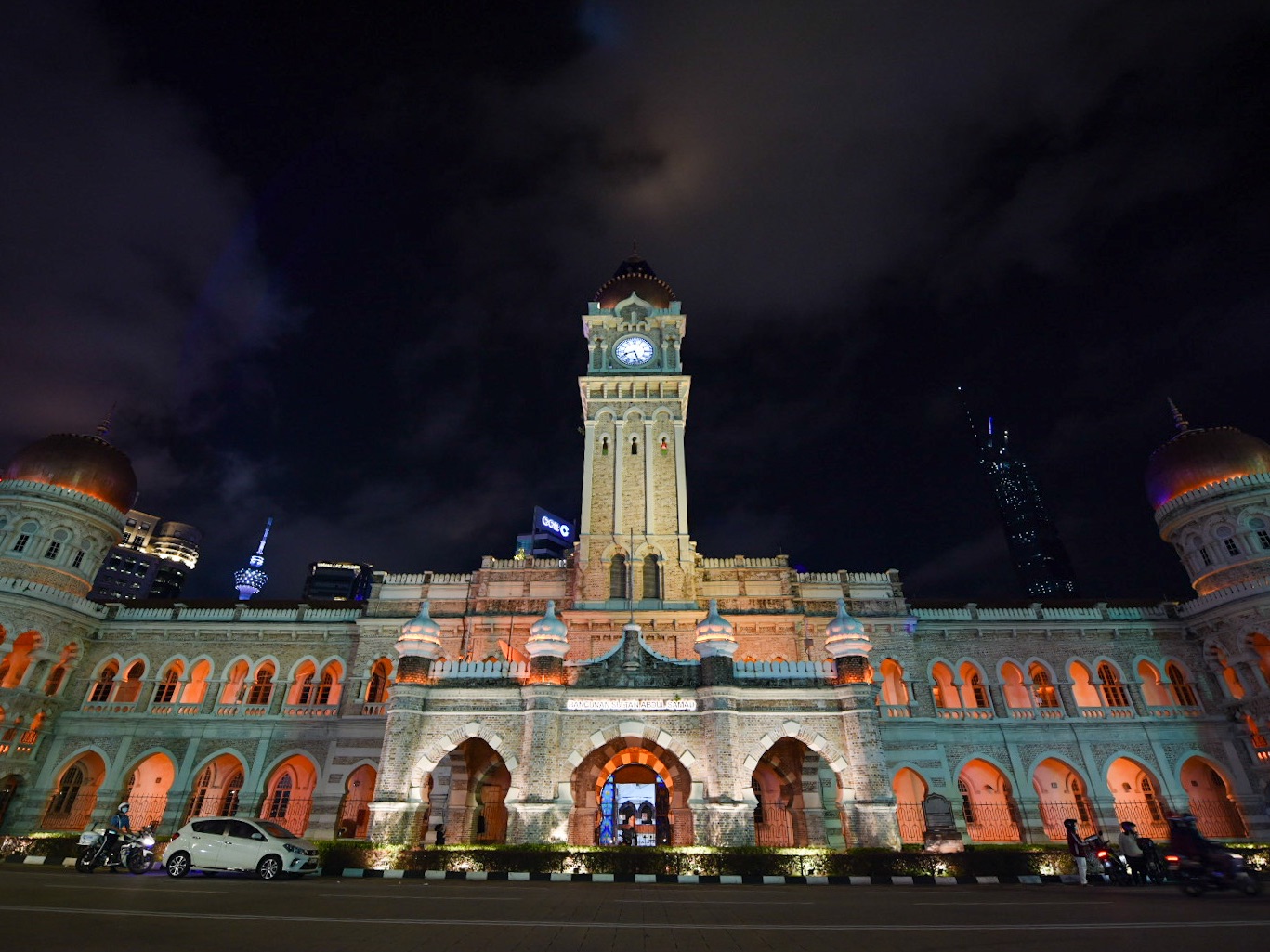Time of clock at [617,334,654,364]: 8:26
